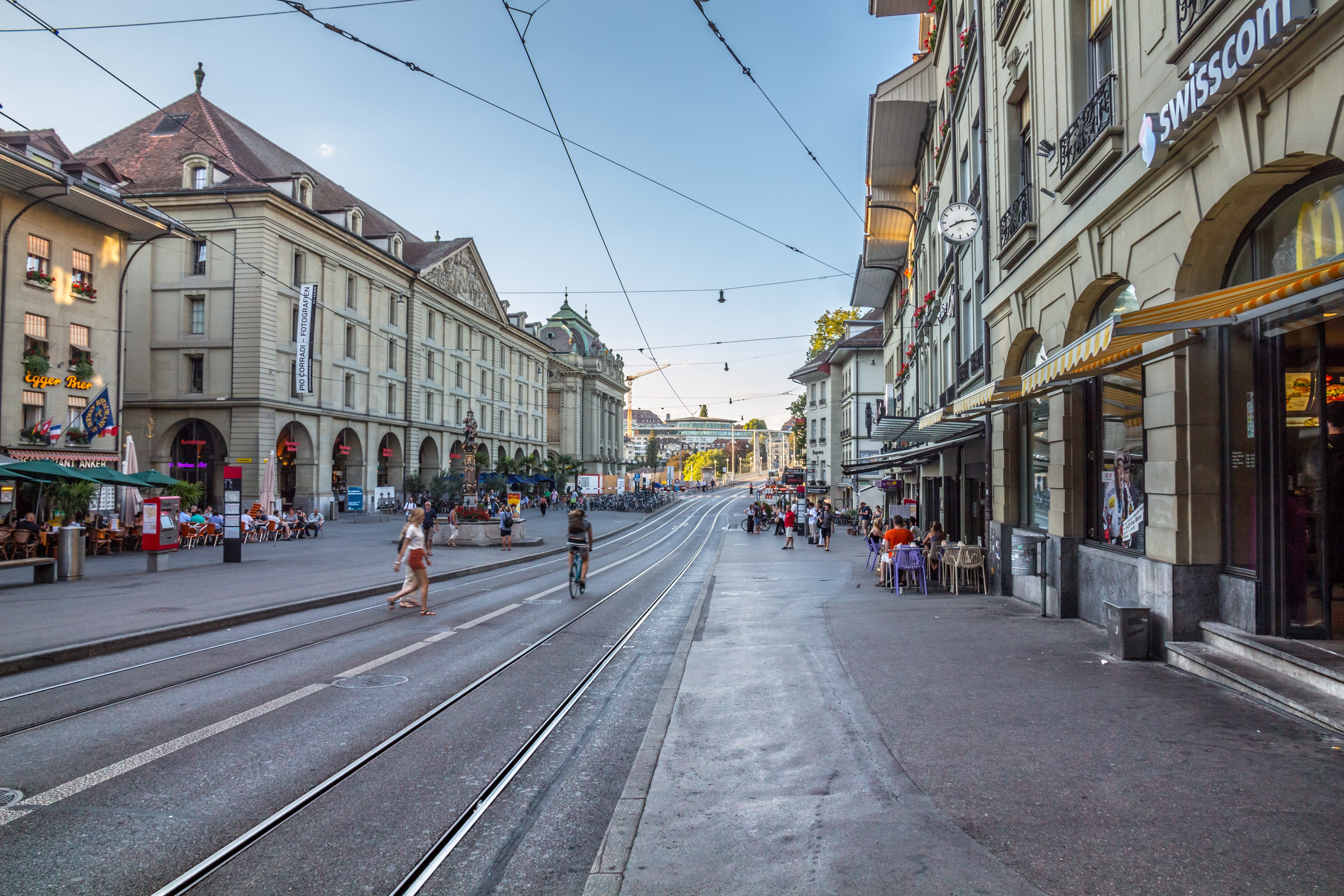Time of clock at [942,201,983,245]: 8:14
